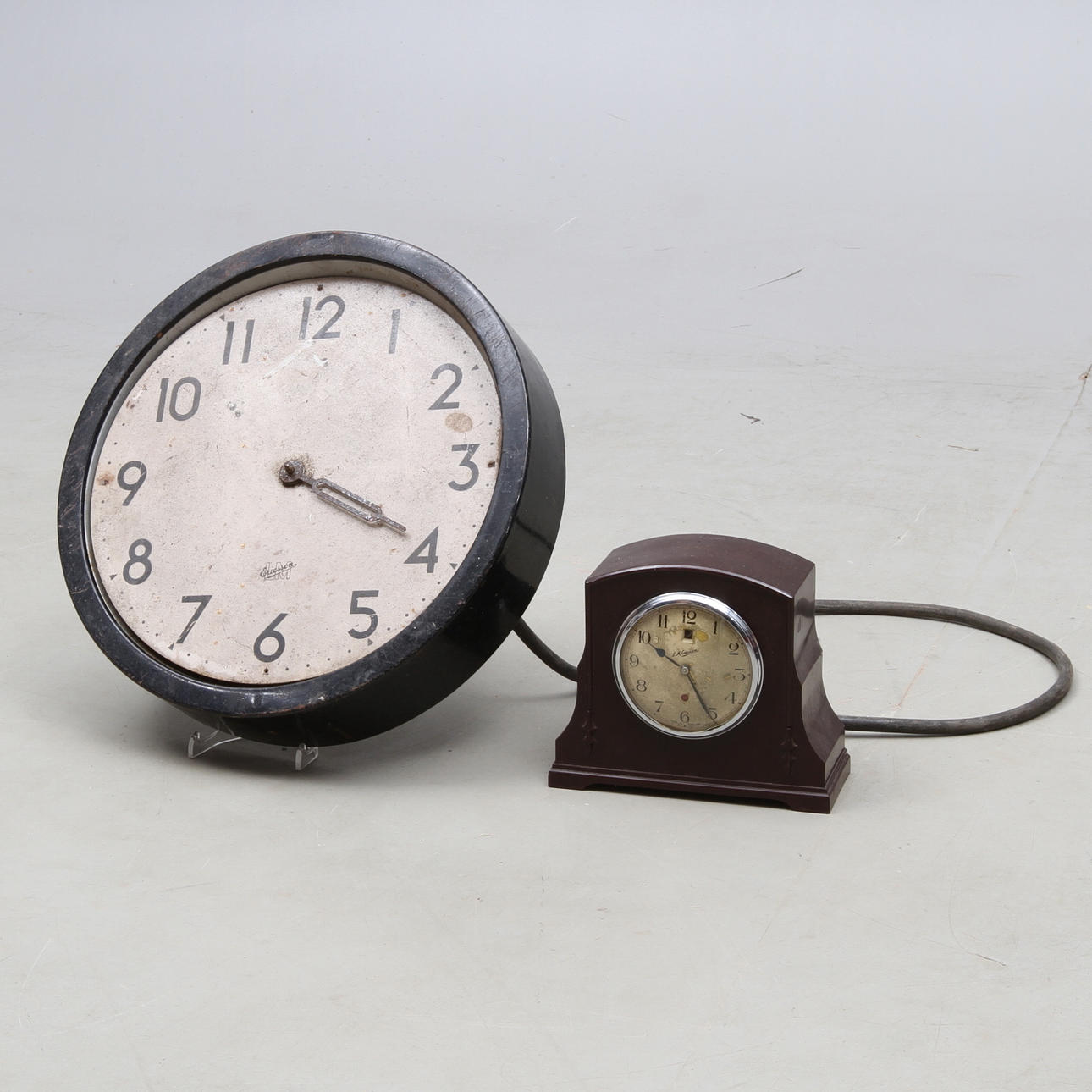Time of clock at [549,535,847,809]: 10:25
